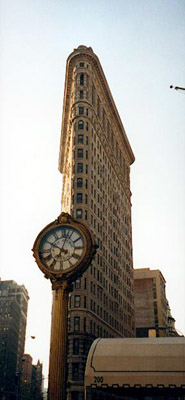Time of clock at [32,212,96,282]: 10:02
